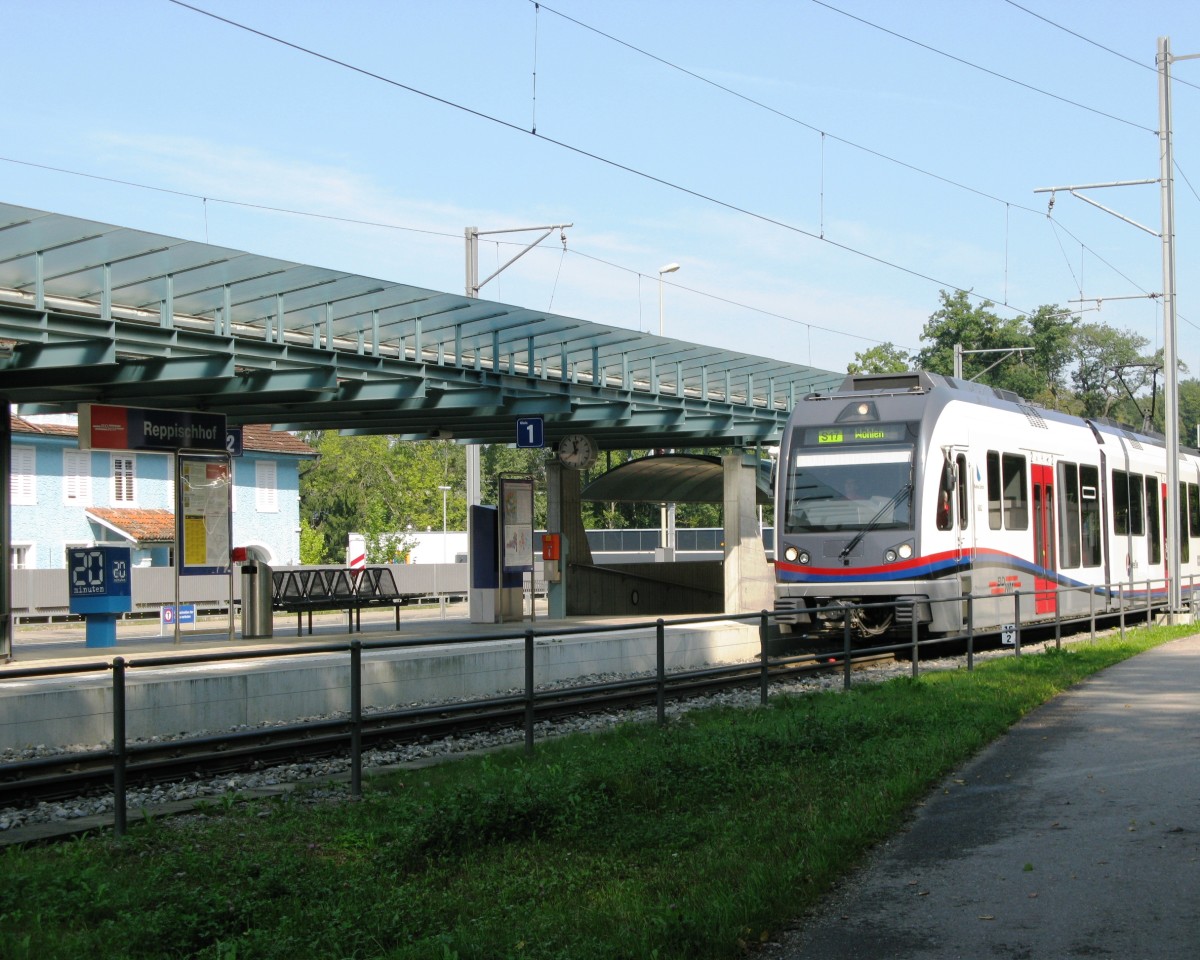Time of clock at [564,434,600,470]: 11:38
